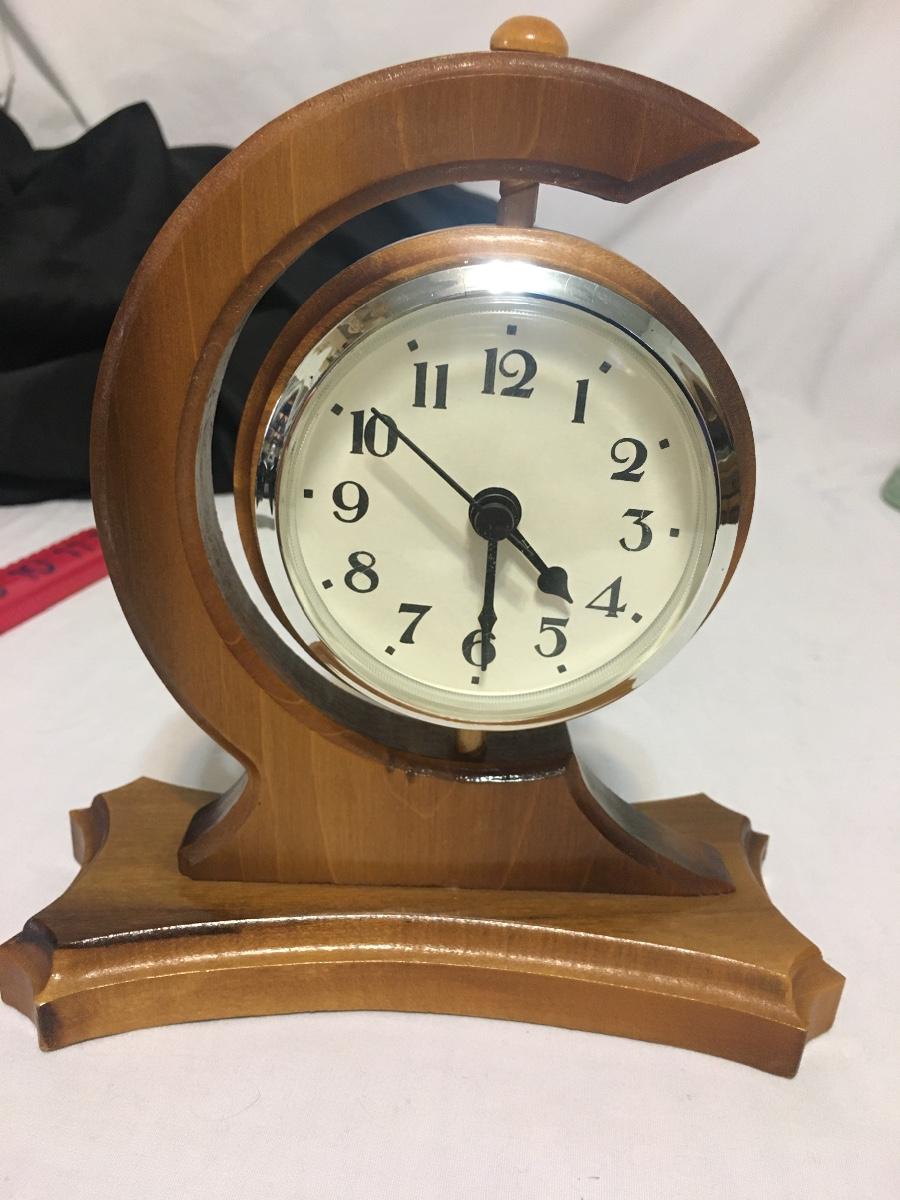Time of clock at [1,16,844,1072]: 4:29
